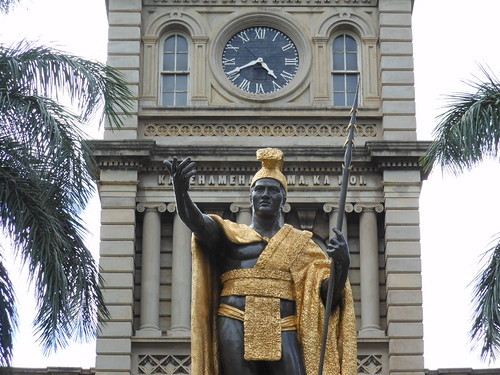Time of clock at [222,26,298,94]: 4:40
